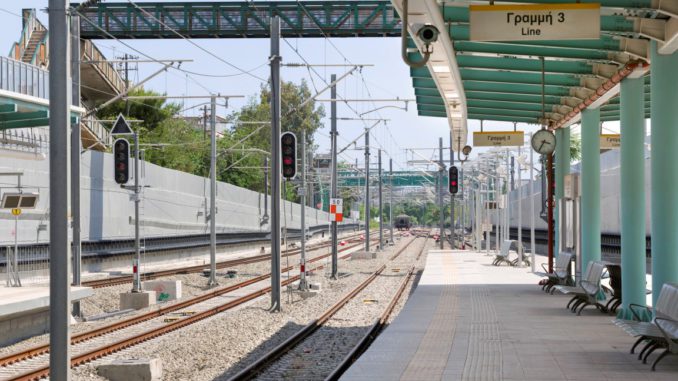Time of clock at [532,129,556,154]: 3:35
